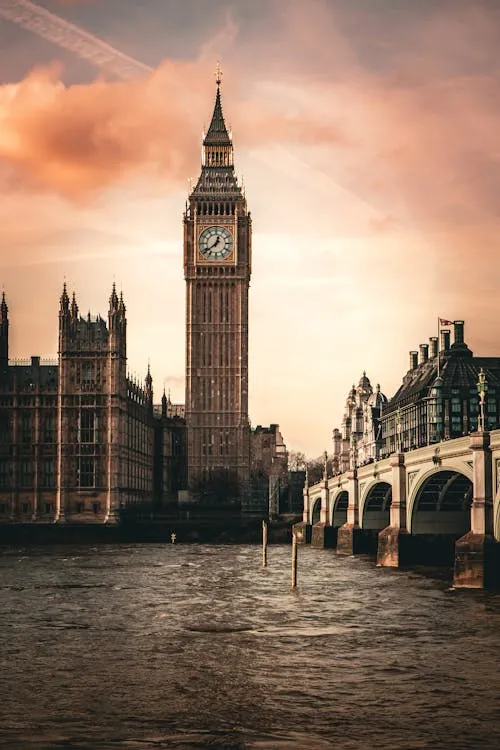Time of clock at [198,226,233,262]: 12:38
